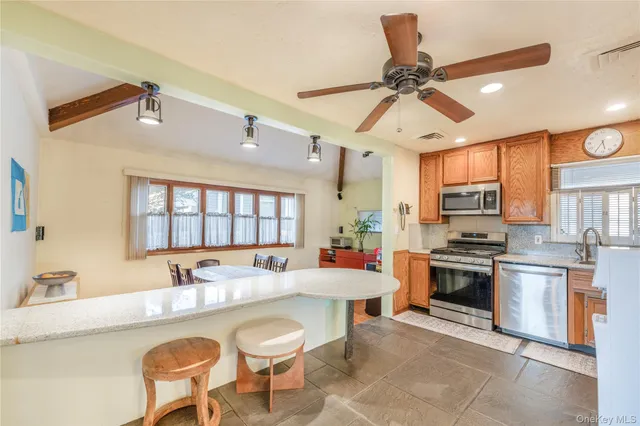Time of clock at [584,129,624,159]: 5:34
